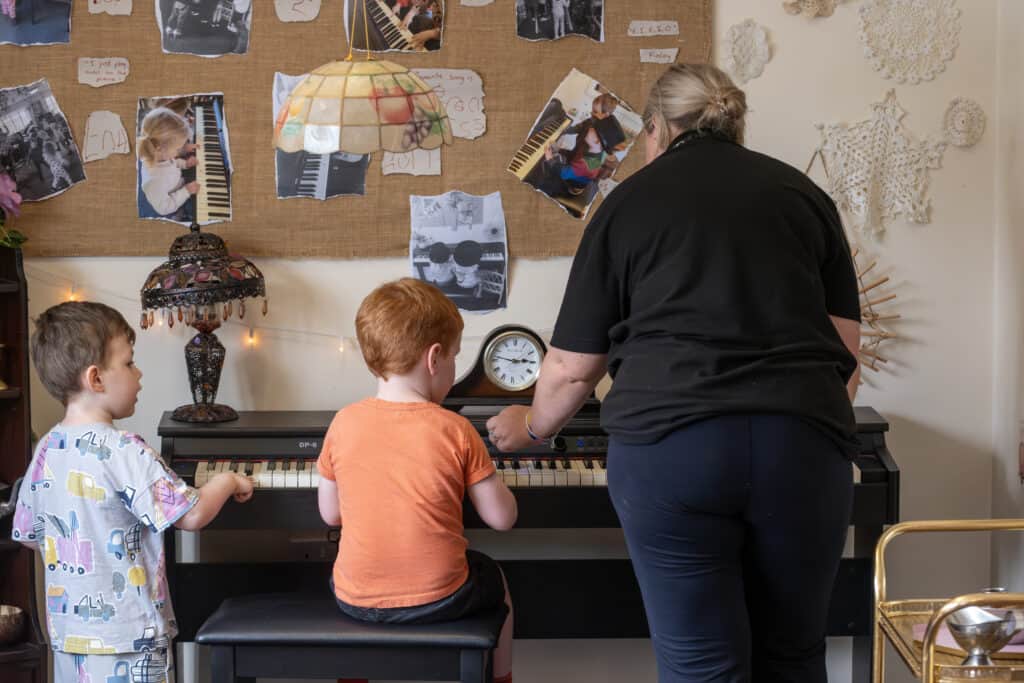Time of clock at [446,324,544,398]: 2:46
